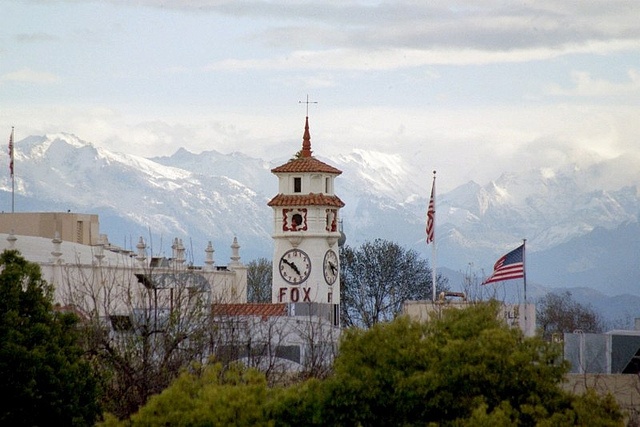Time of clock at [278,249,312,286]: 4:50
